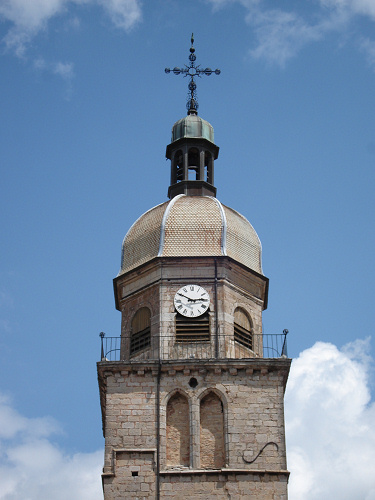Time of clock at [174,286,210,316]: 2:50
